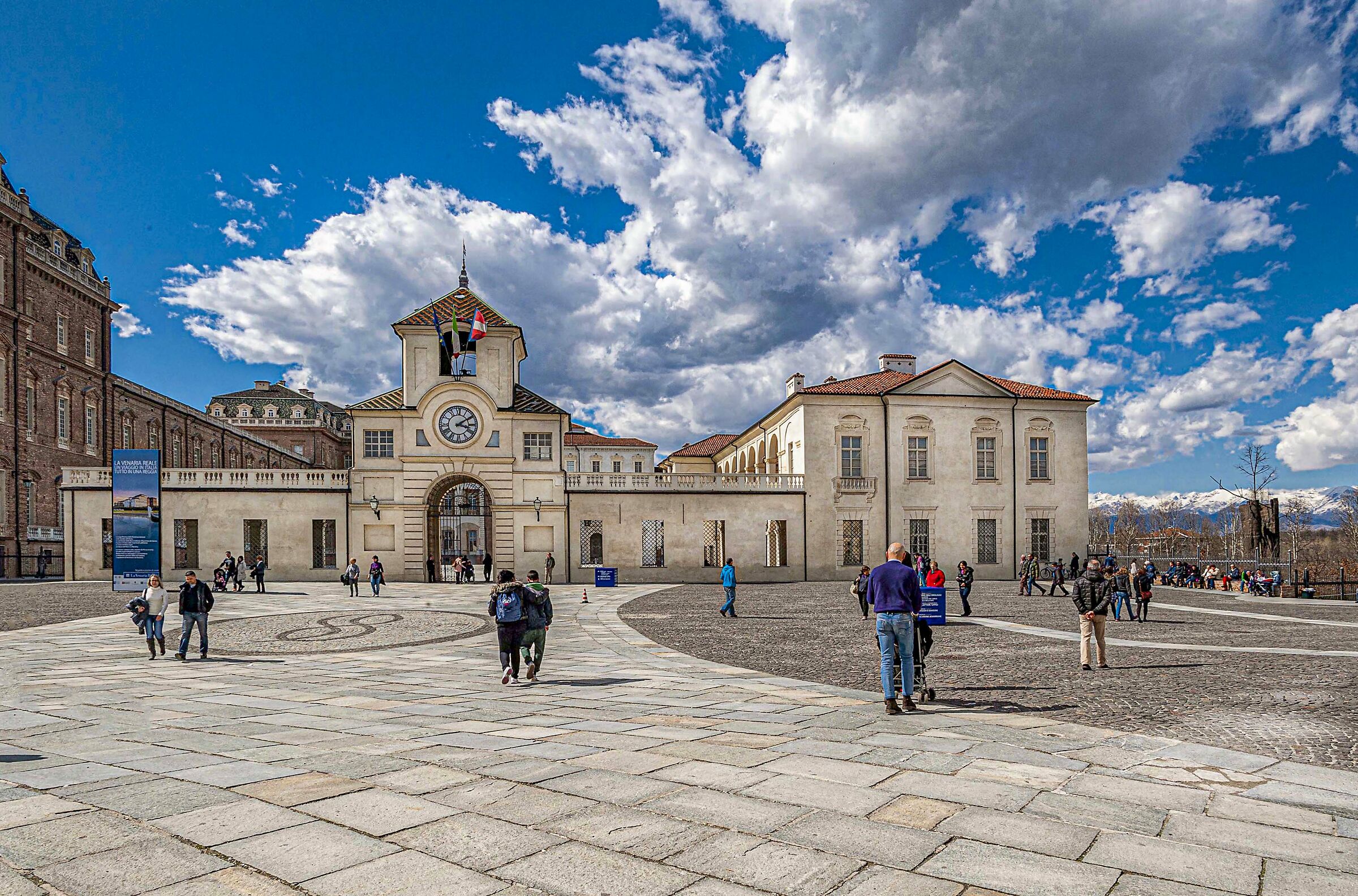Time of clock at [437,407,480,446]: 3:09
